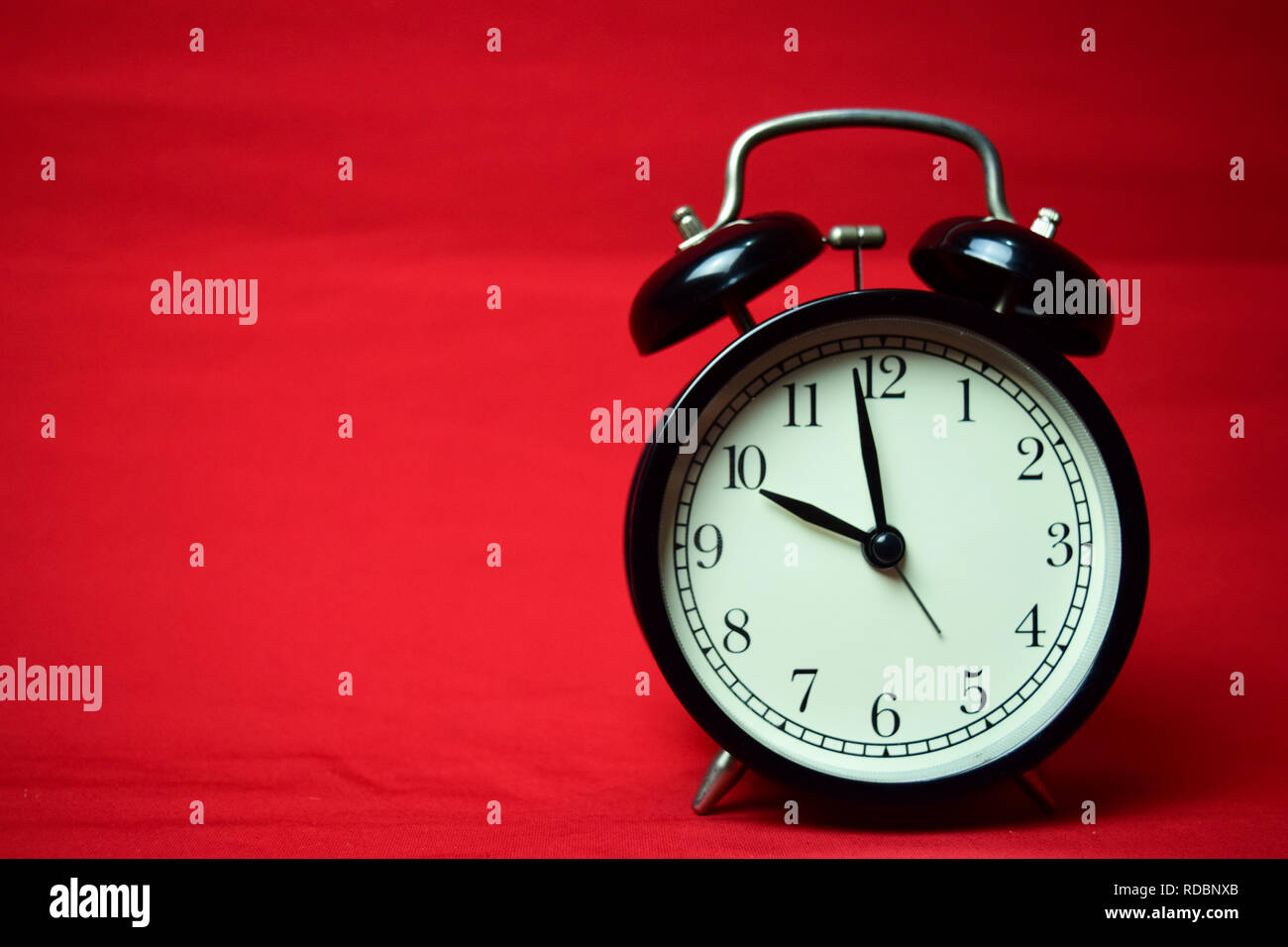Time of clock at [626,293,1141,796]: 9:58
